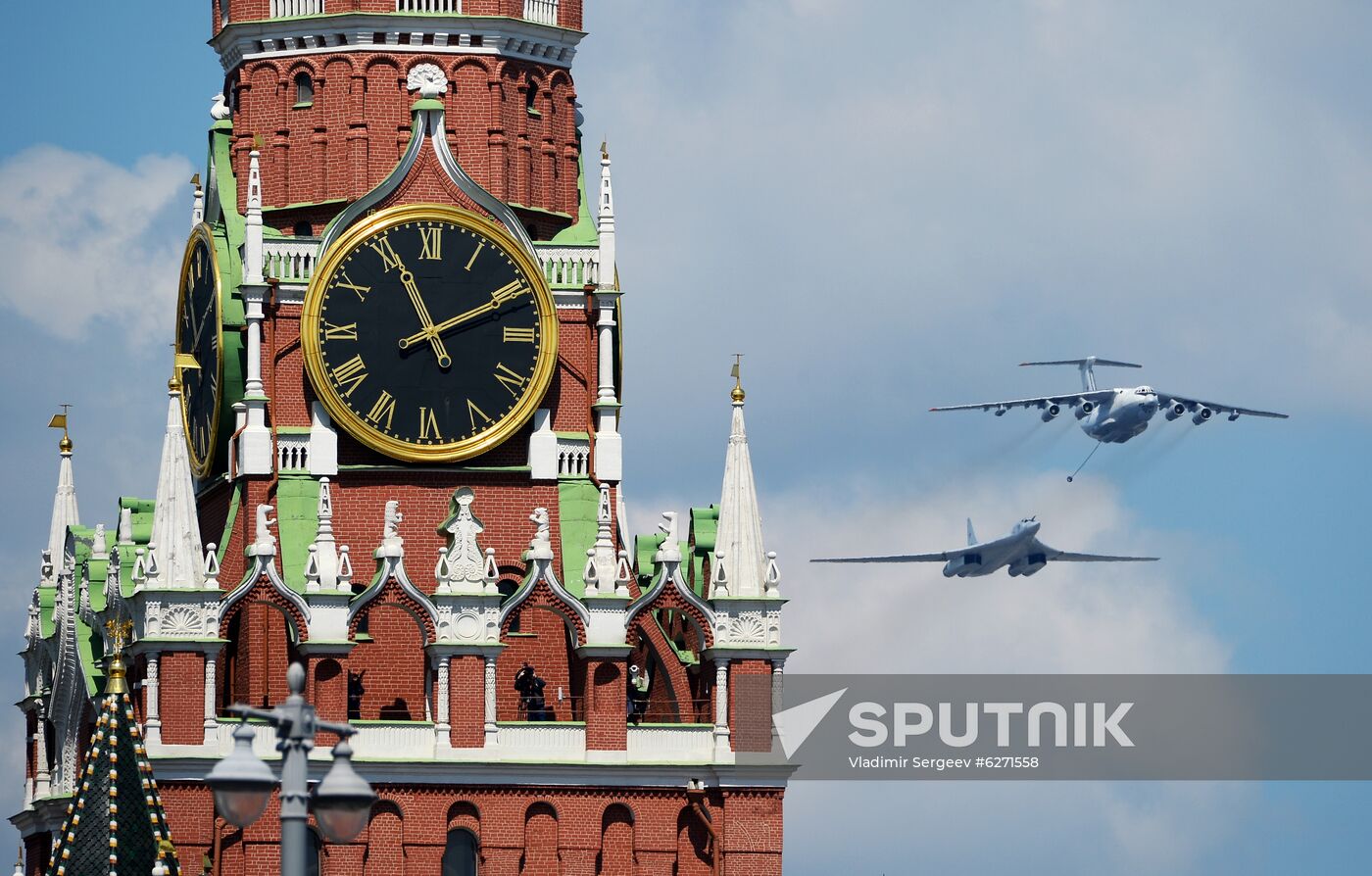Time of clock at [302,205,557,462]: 11:10
